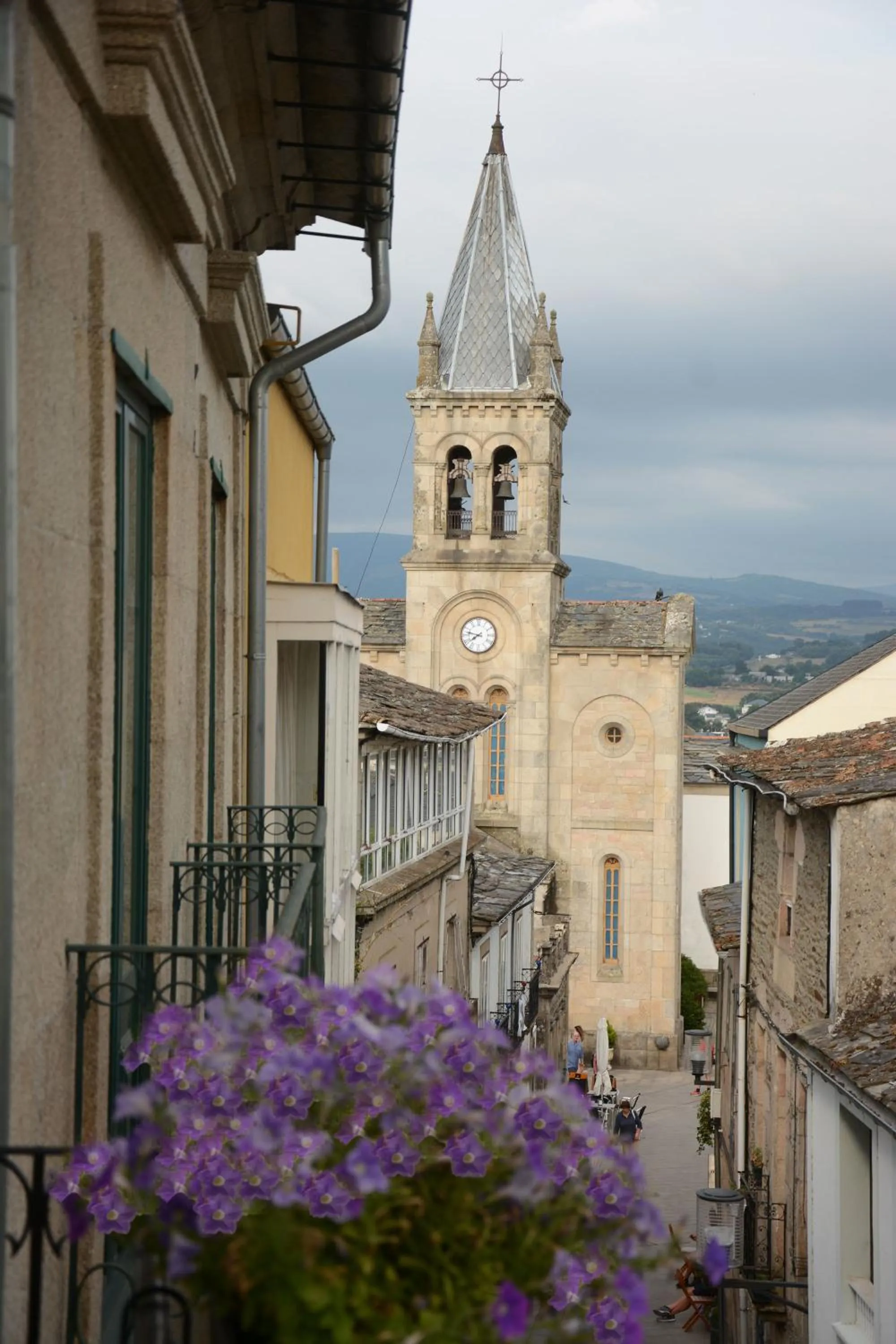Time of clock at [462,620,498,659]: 7:47
